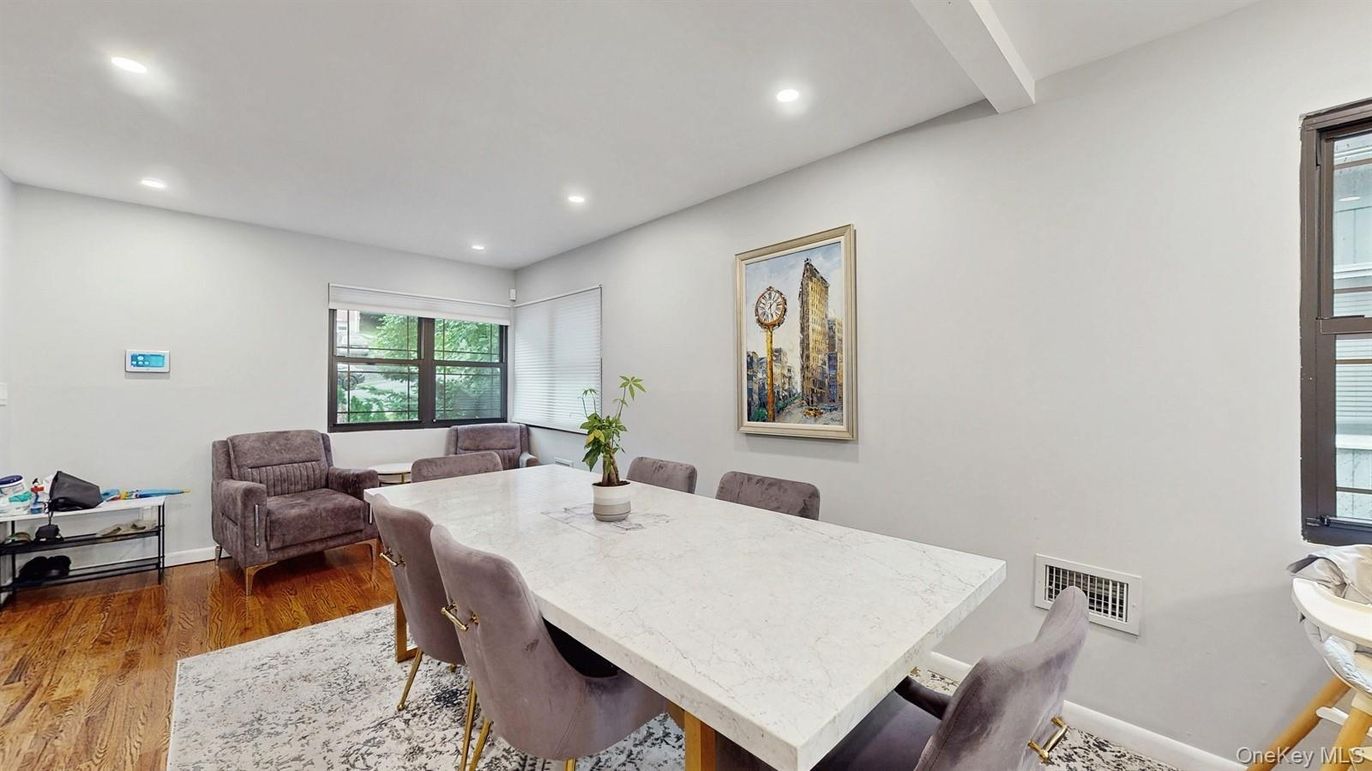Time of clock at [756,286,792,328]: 12:07
